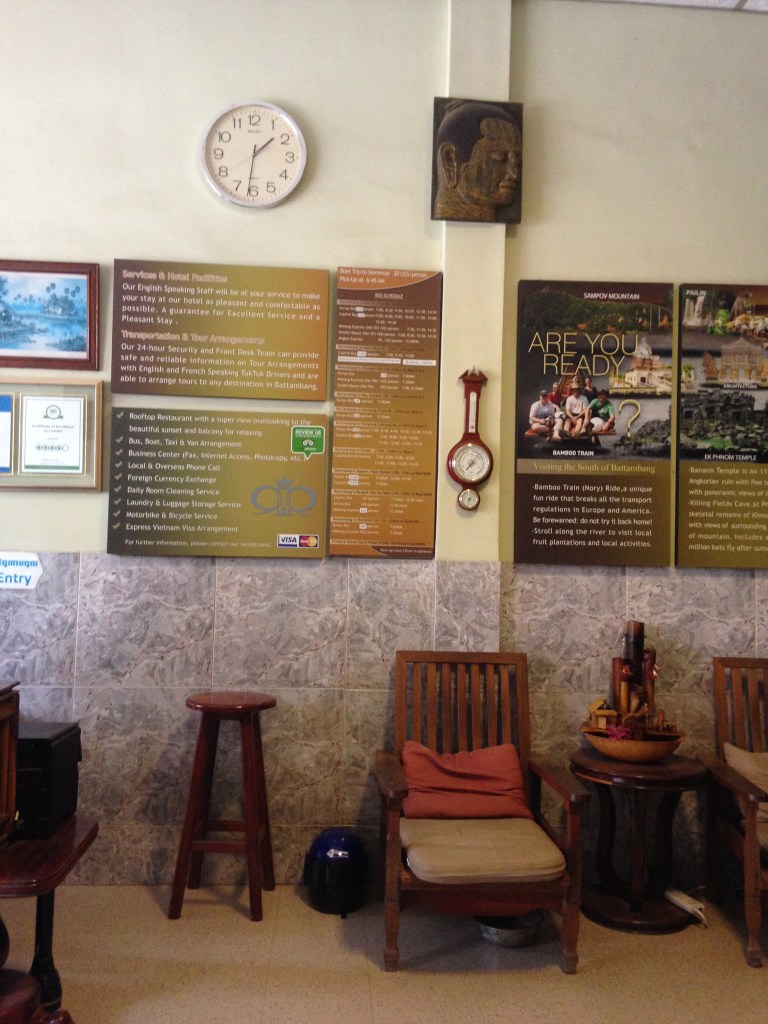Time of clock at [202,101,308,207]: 1:31
